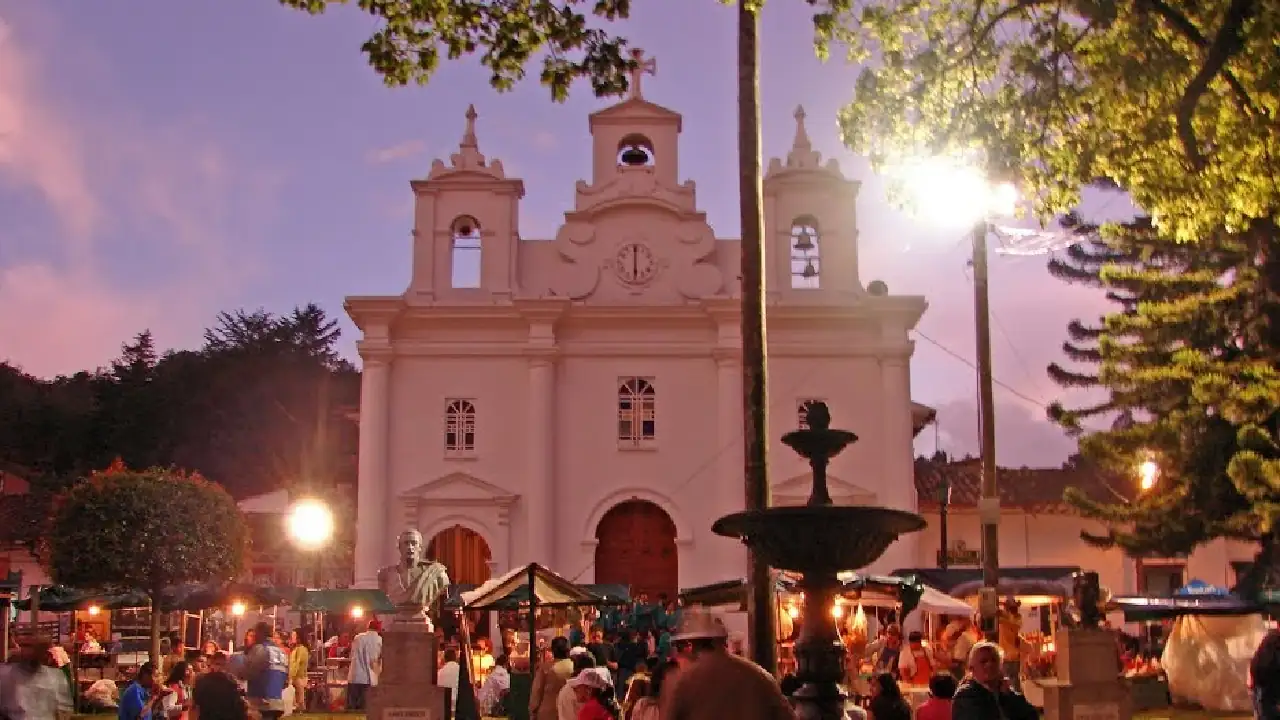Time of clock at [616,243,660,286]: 6:00
